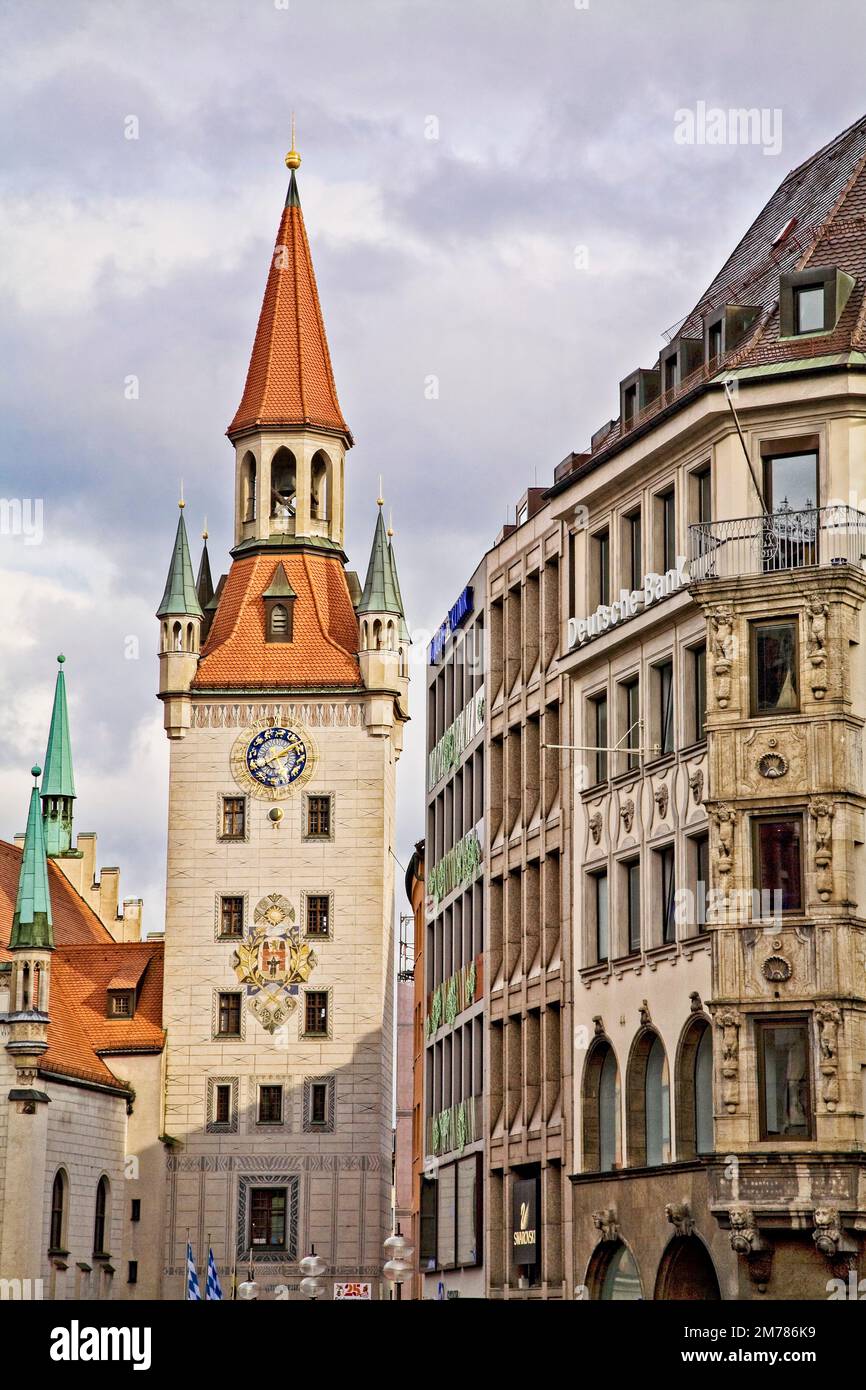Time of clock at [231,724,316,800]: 1:39
